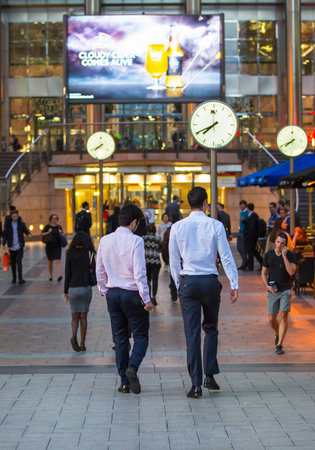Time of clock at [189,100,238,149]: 7:40
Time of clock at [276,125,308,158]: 7:40
